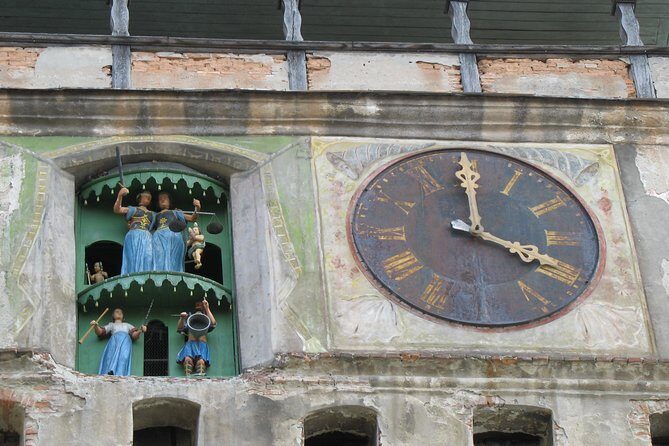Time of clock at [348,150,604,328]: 3:59
